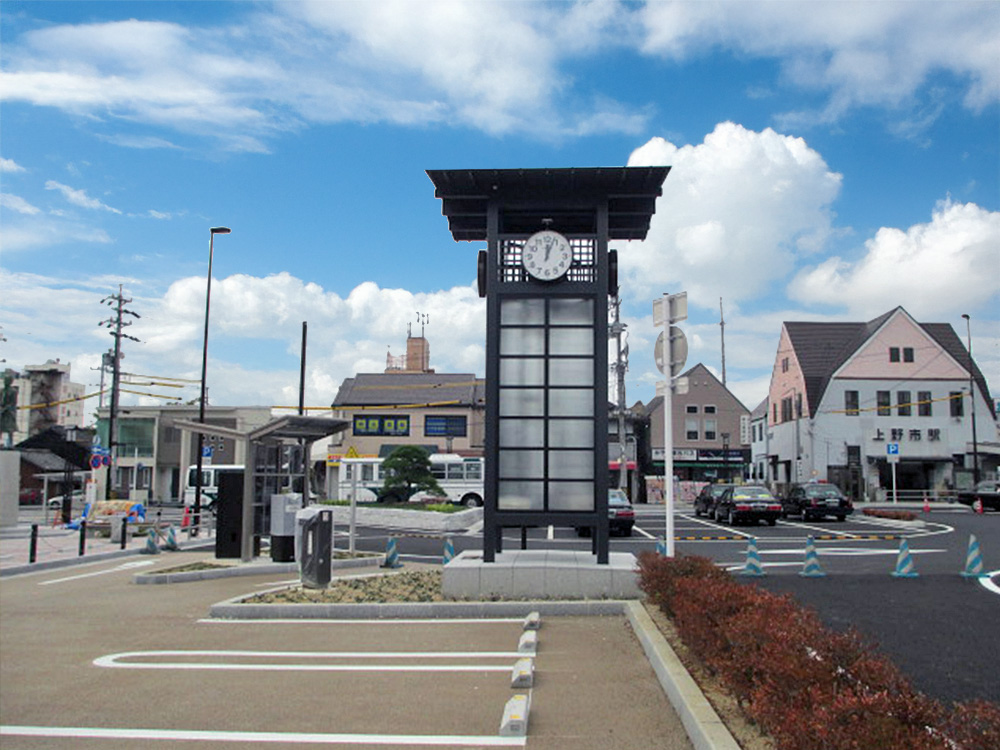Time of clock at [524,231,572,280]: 12:03
